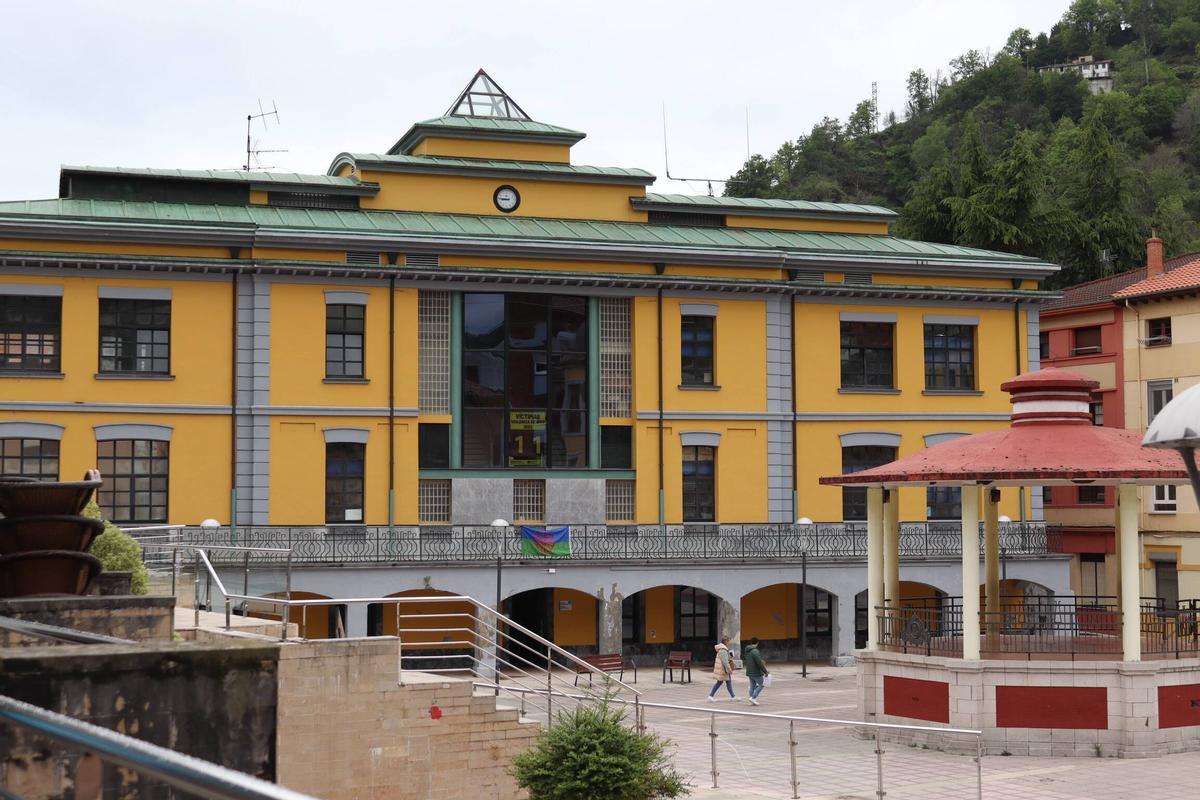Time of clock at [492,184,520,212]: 8:45
